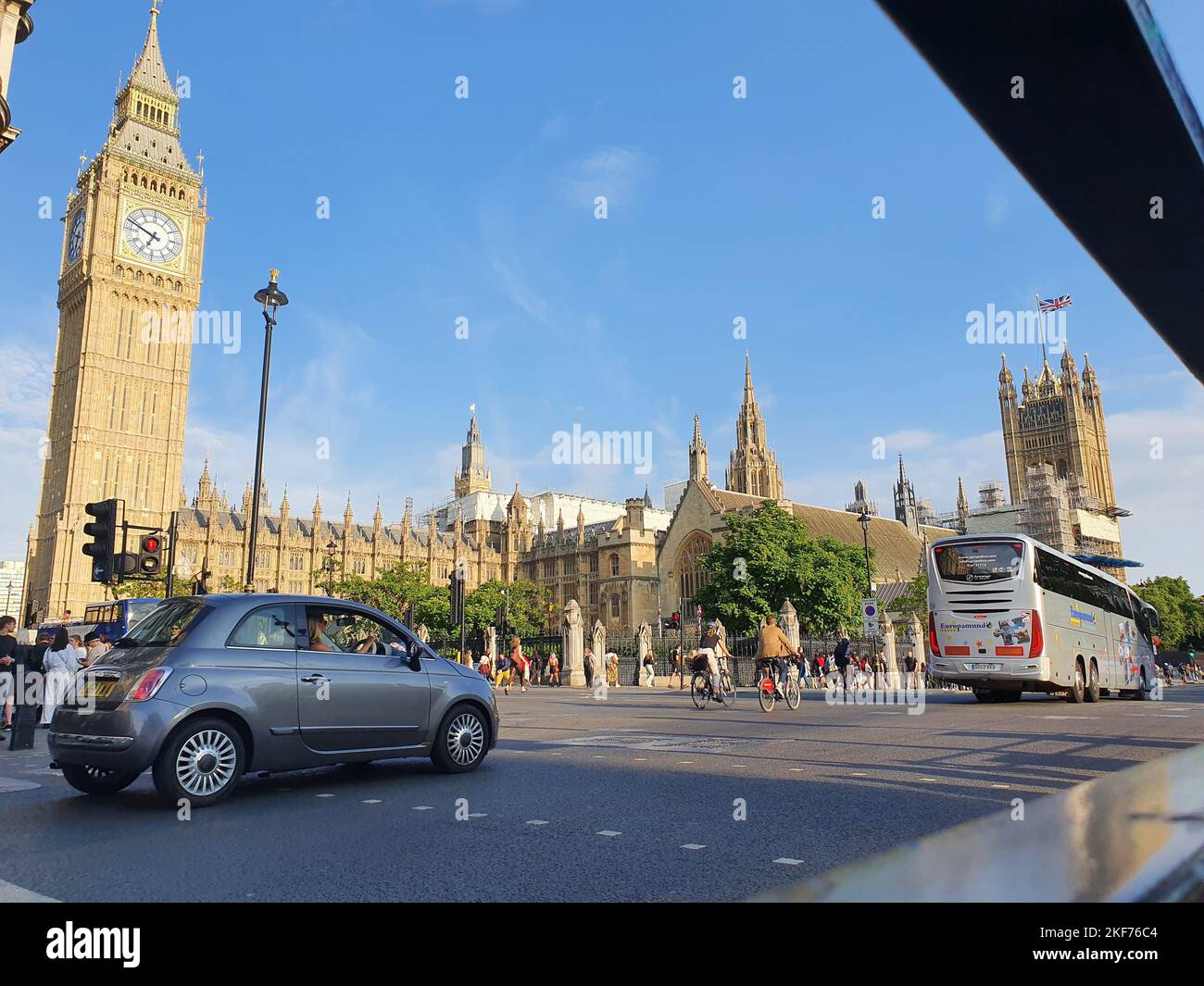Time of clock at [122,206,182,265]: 6:48
